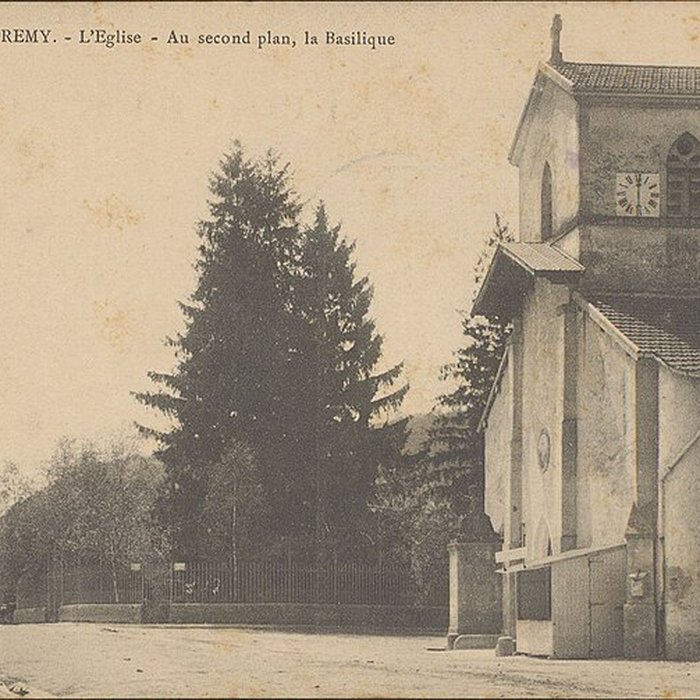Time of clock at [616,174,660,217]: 6:00
